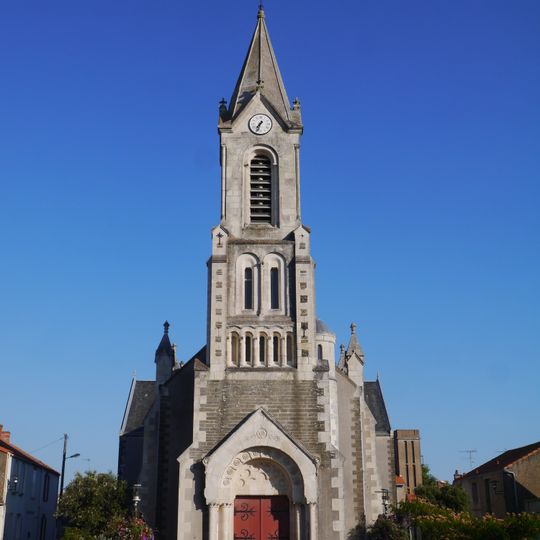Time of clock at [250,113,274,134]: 7:33
